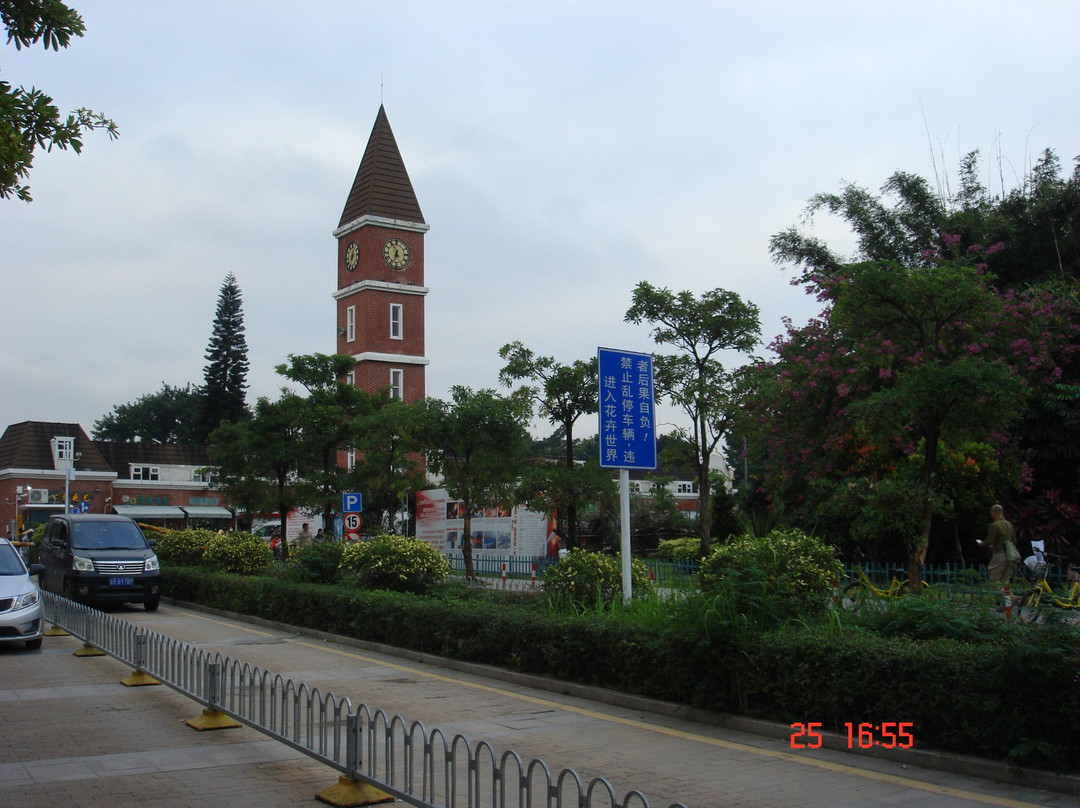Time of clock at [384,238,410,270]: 6:55
